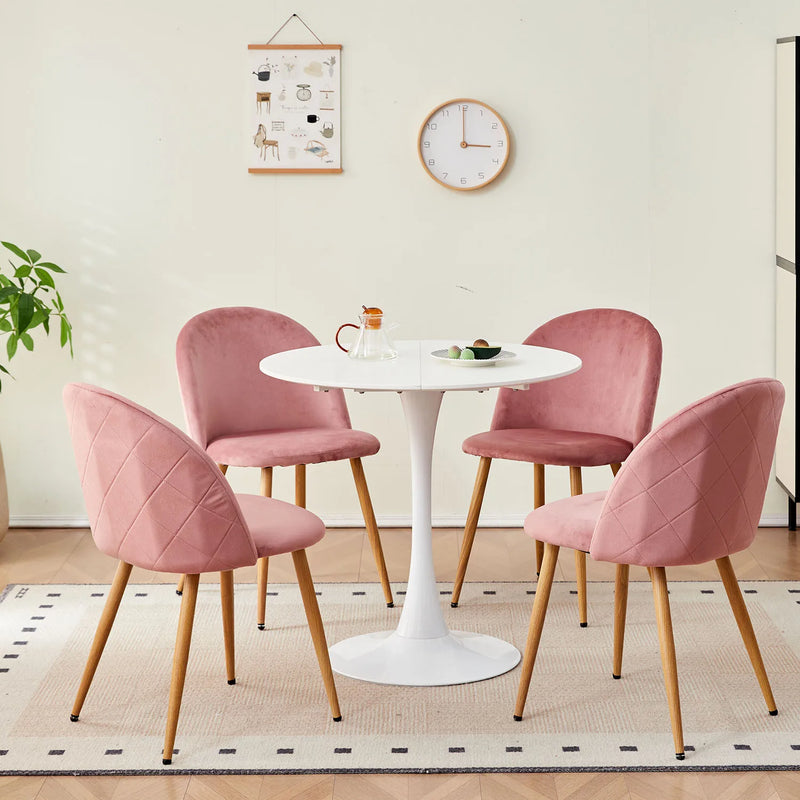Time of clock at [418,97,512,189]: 3:00
